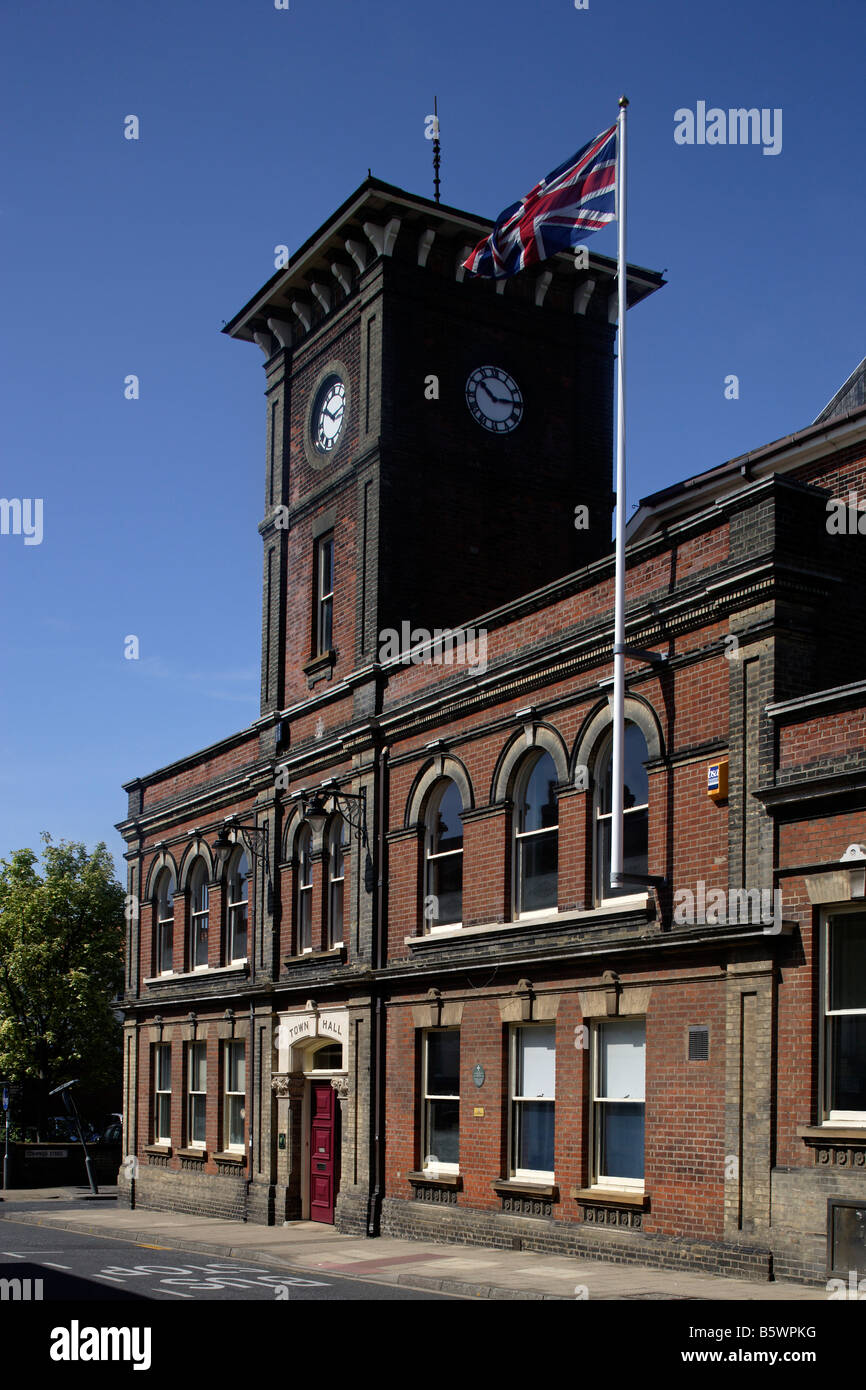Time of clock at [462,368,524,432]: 10:15
